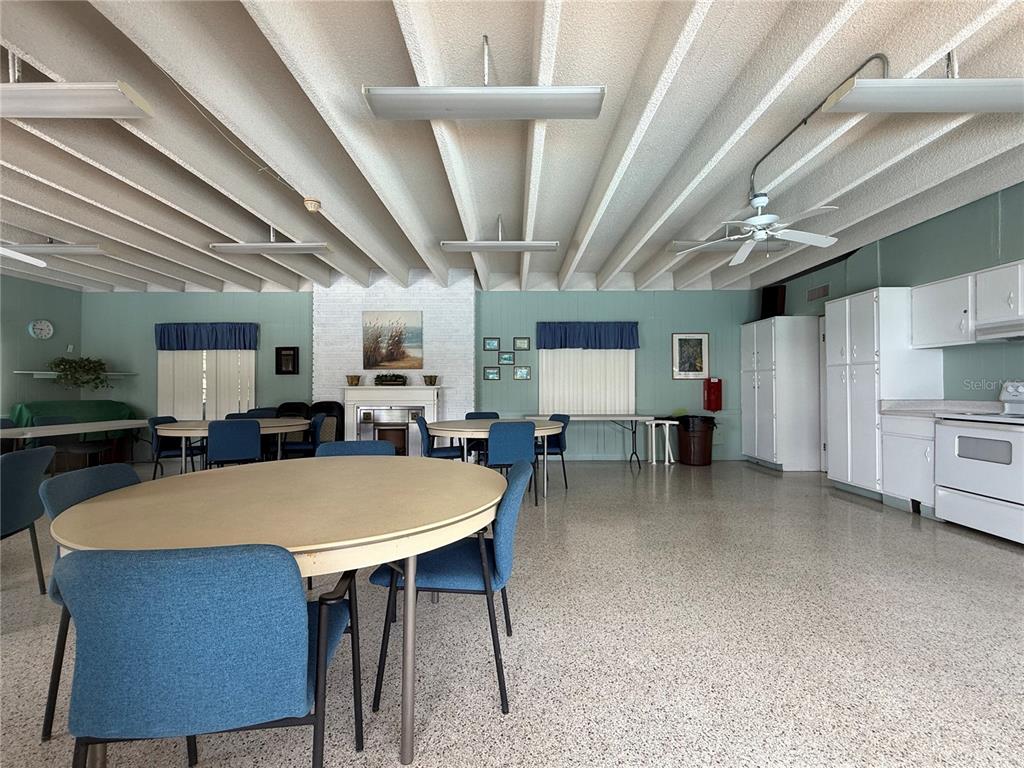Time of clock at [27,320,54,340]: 6:46
